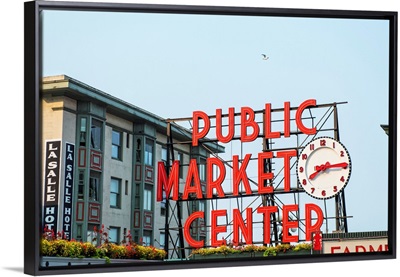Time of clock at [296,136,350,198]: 8:14
